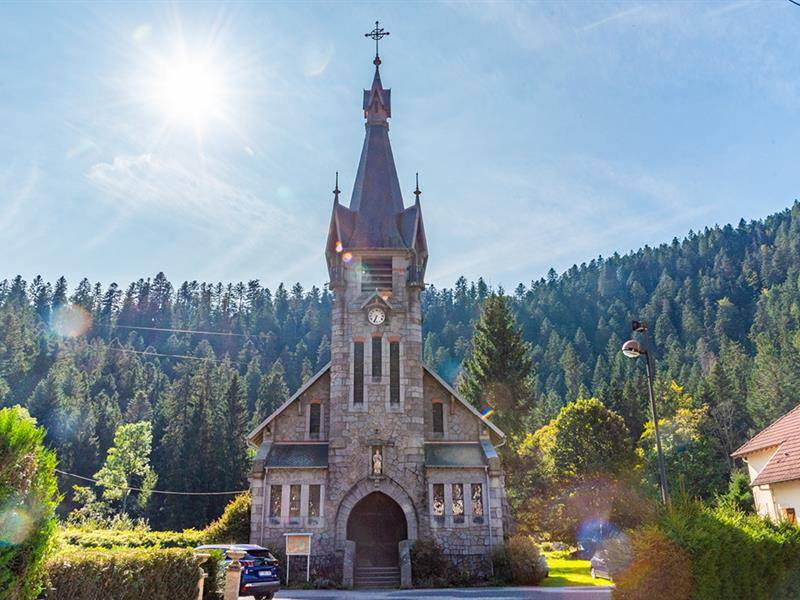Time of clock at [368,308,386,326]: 6:33
